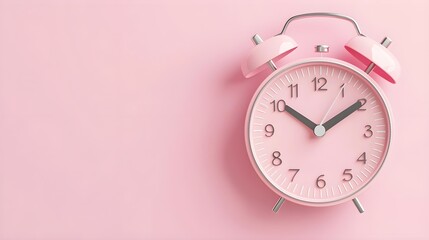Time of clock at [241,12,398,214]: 10:09
